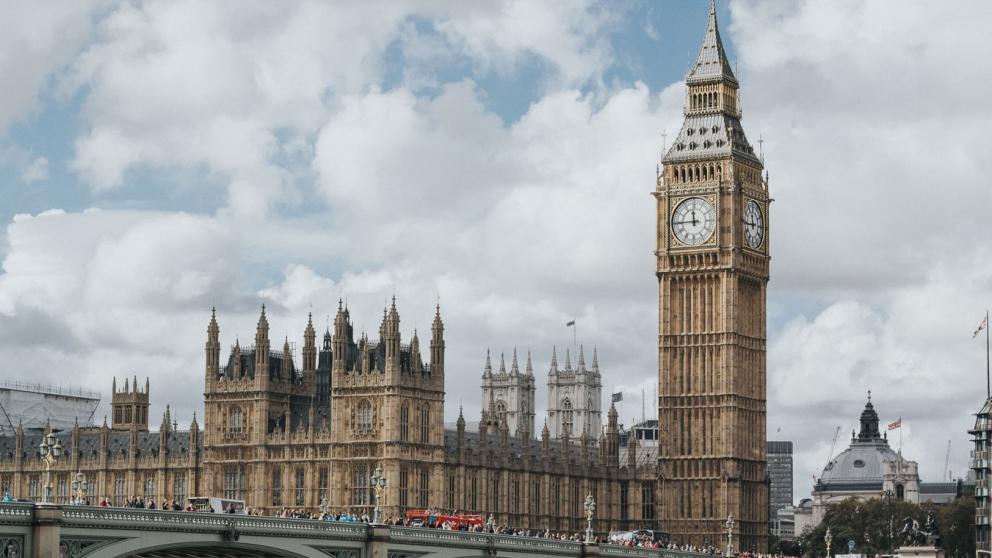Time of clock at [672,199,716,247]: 11:44
